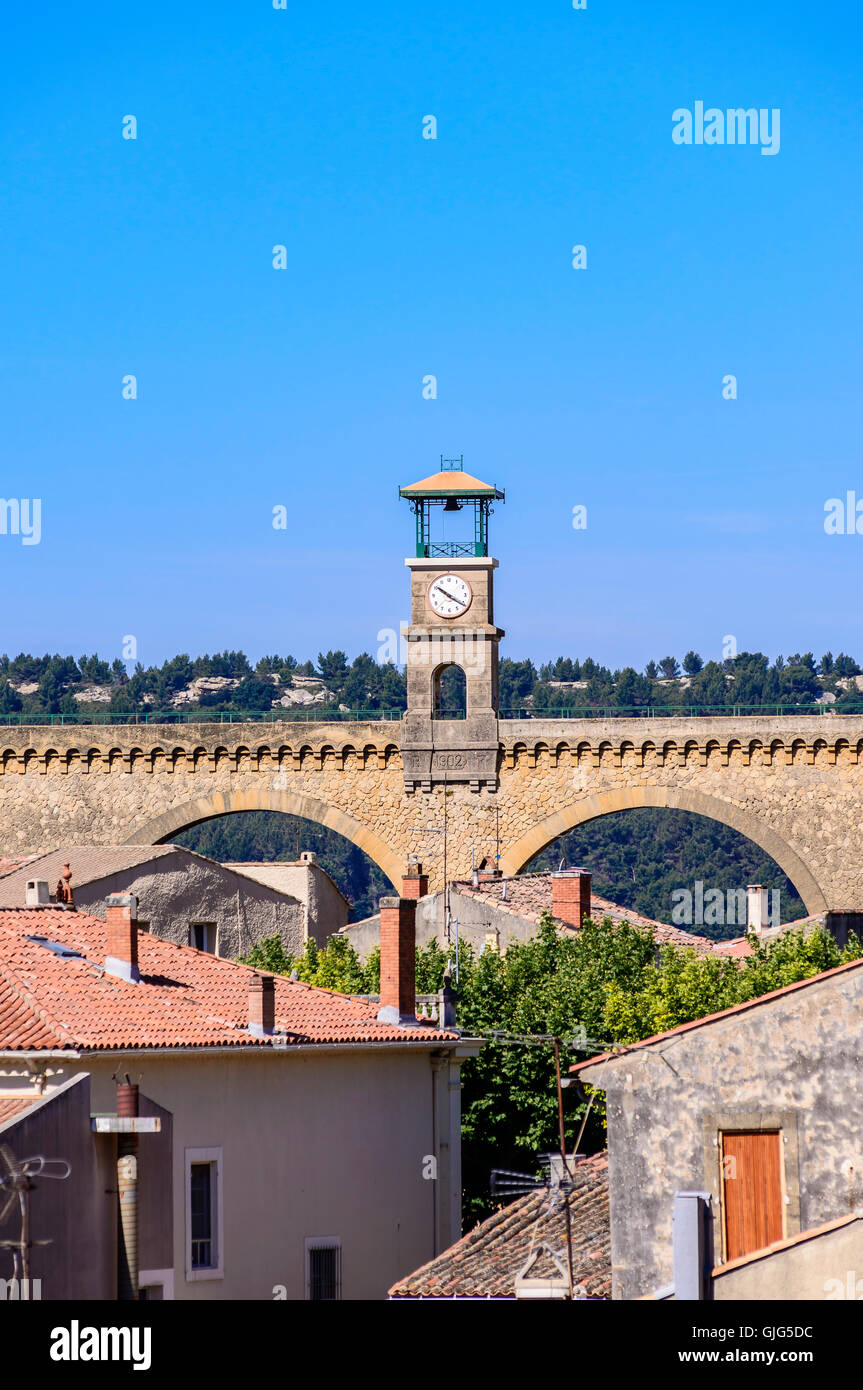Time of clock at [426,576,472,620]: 10:20
